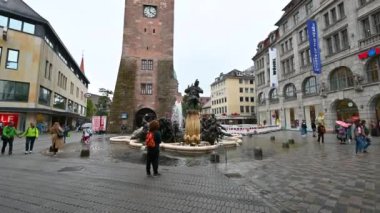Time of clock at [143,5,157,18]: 3:58
